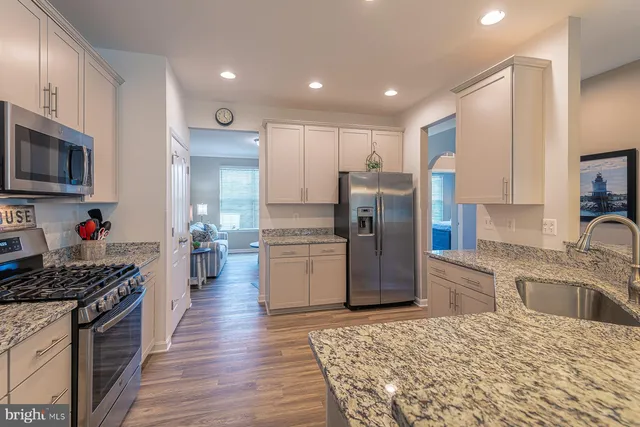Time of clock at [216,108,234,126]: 12:23
